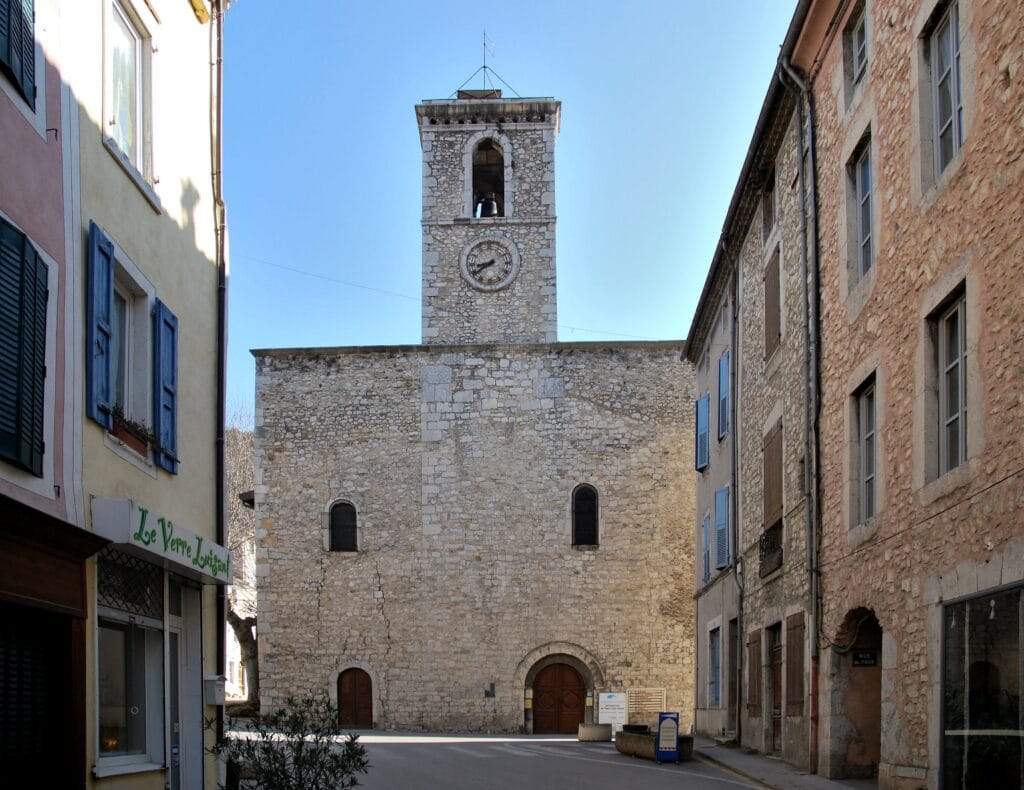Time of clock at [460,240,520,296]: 8:38
